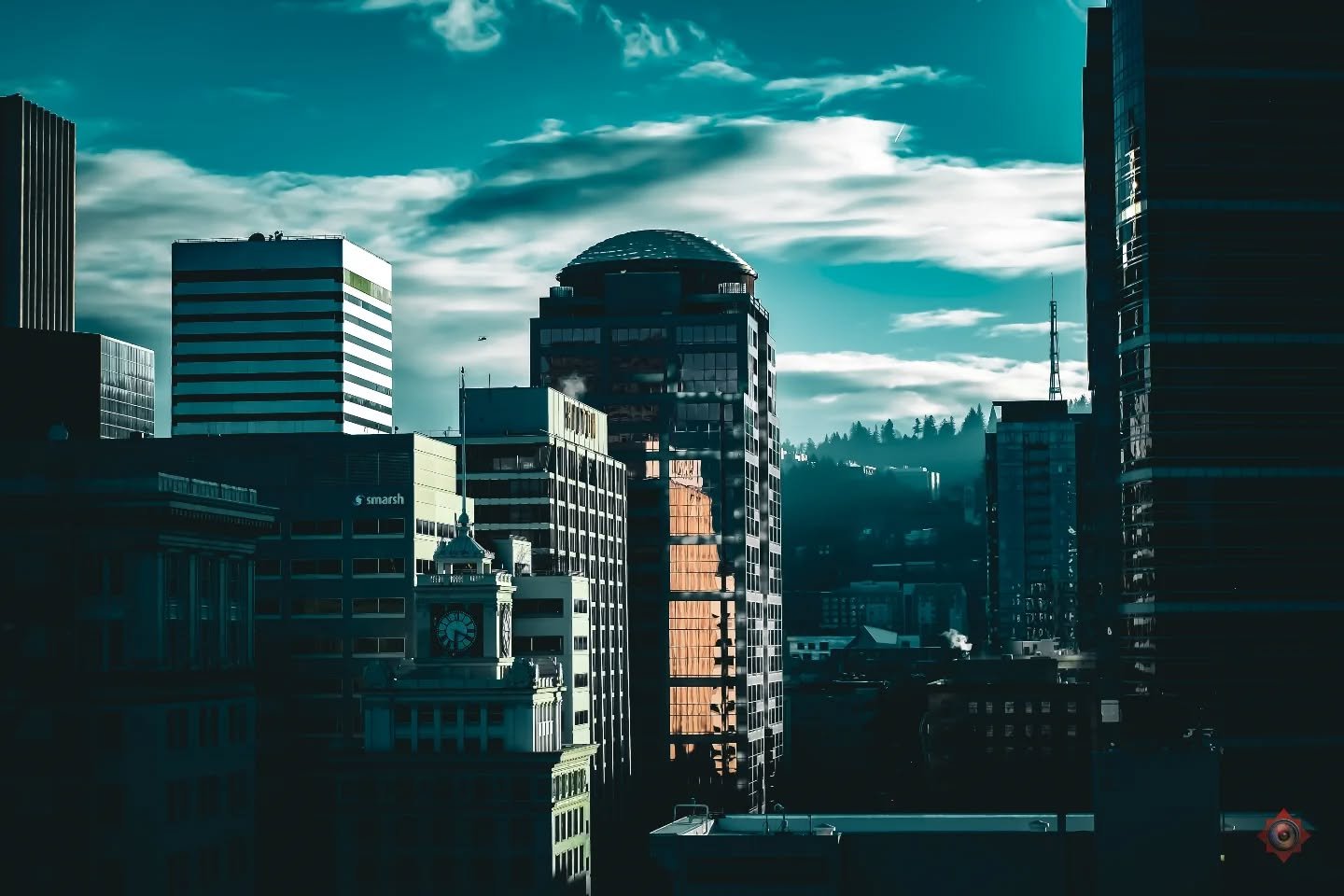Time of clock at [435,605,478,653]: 6:18
